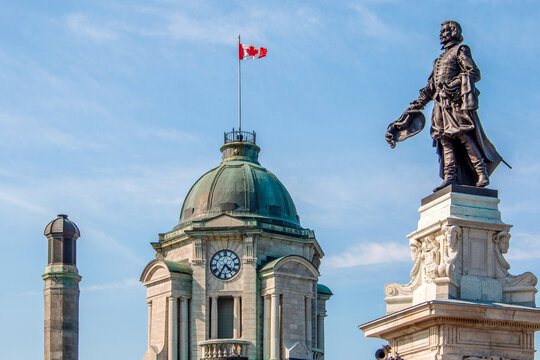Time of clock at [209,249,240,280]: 4:35
